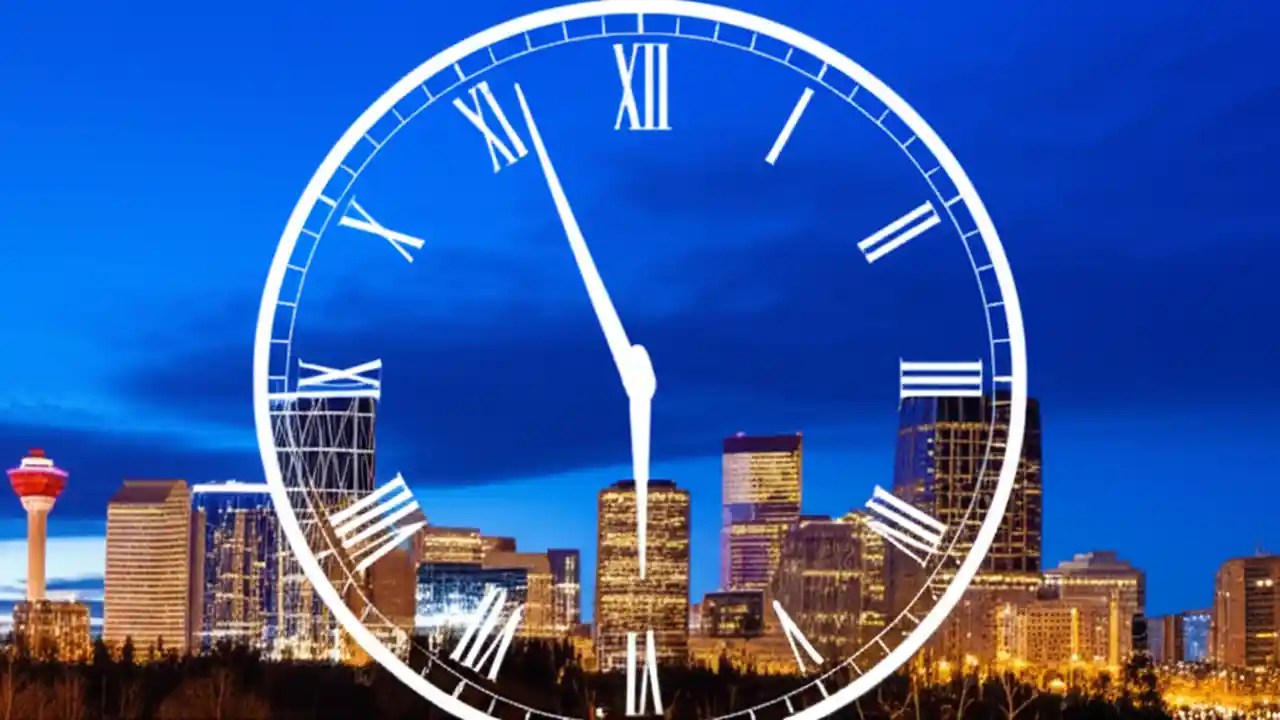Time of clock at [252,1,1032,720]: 5:56
